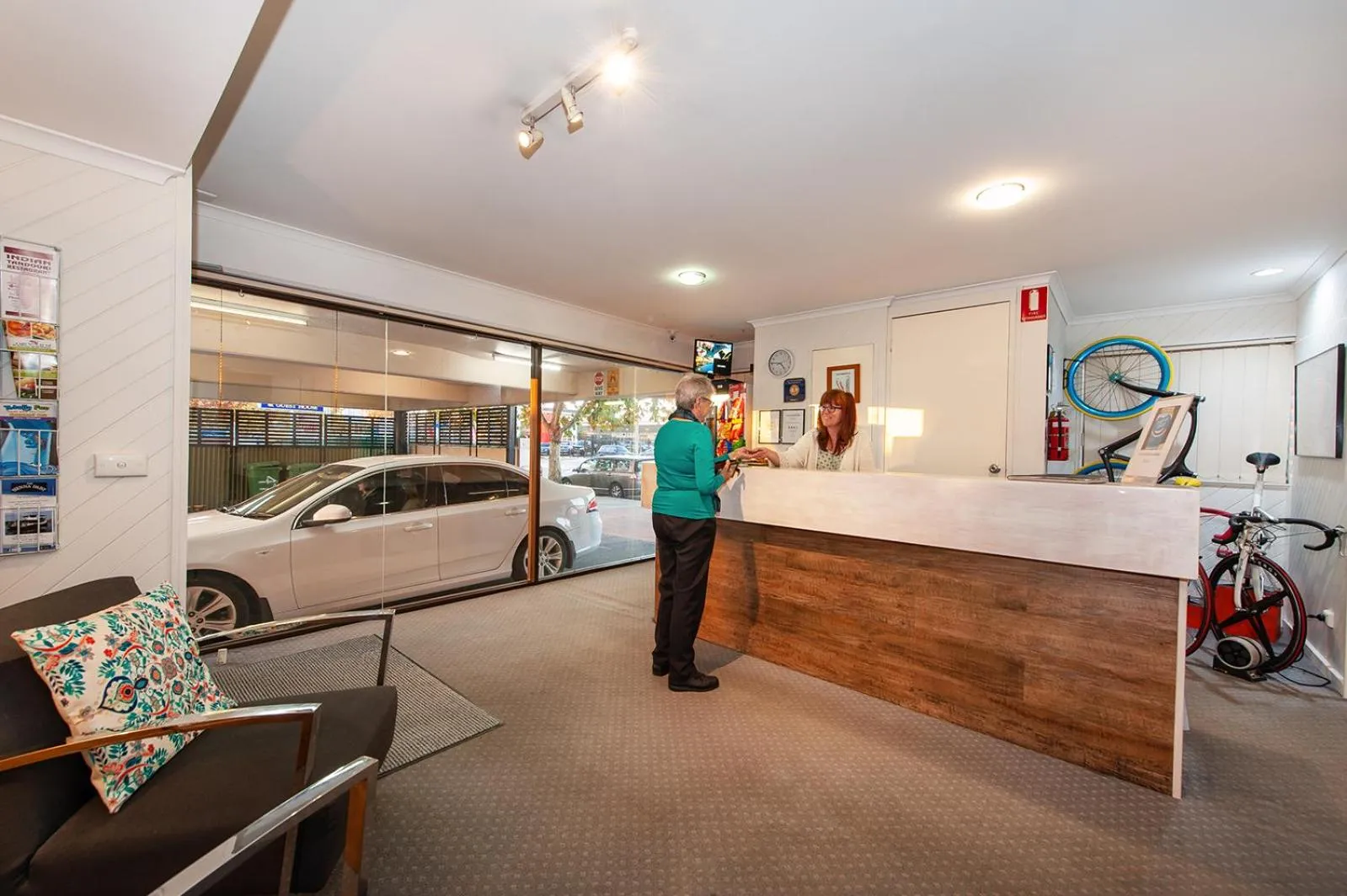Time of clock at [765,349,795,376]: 4:45
